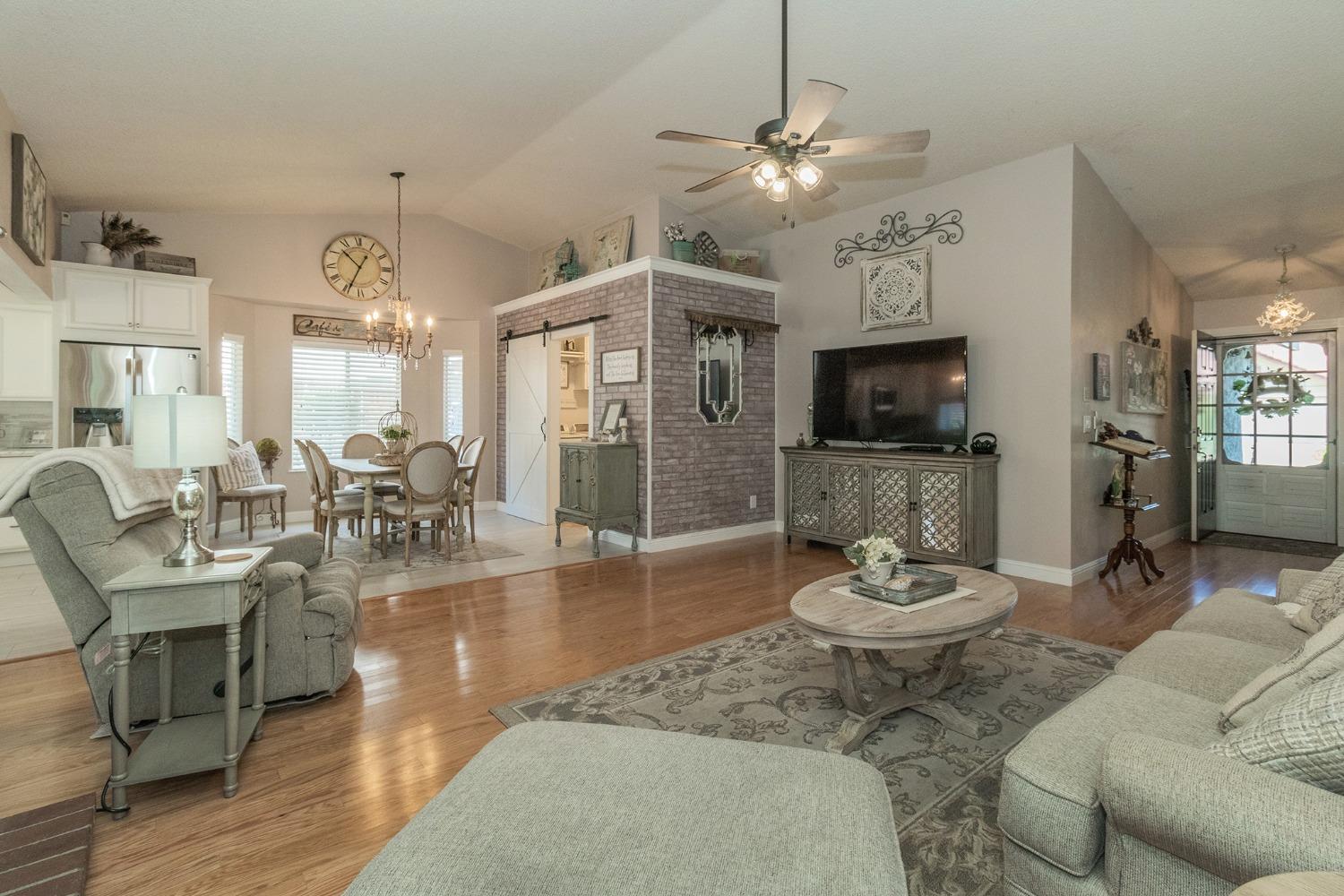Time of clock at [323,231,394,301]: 10:34
